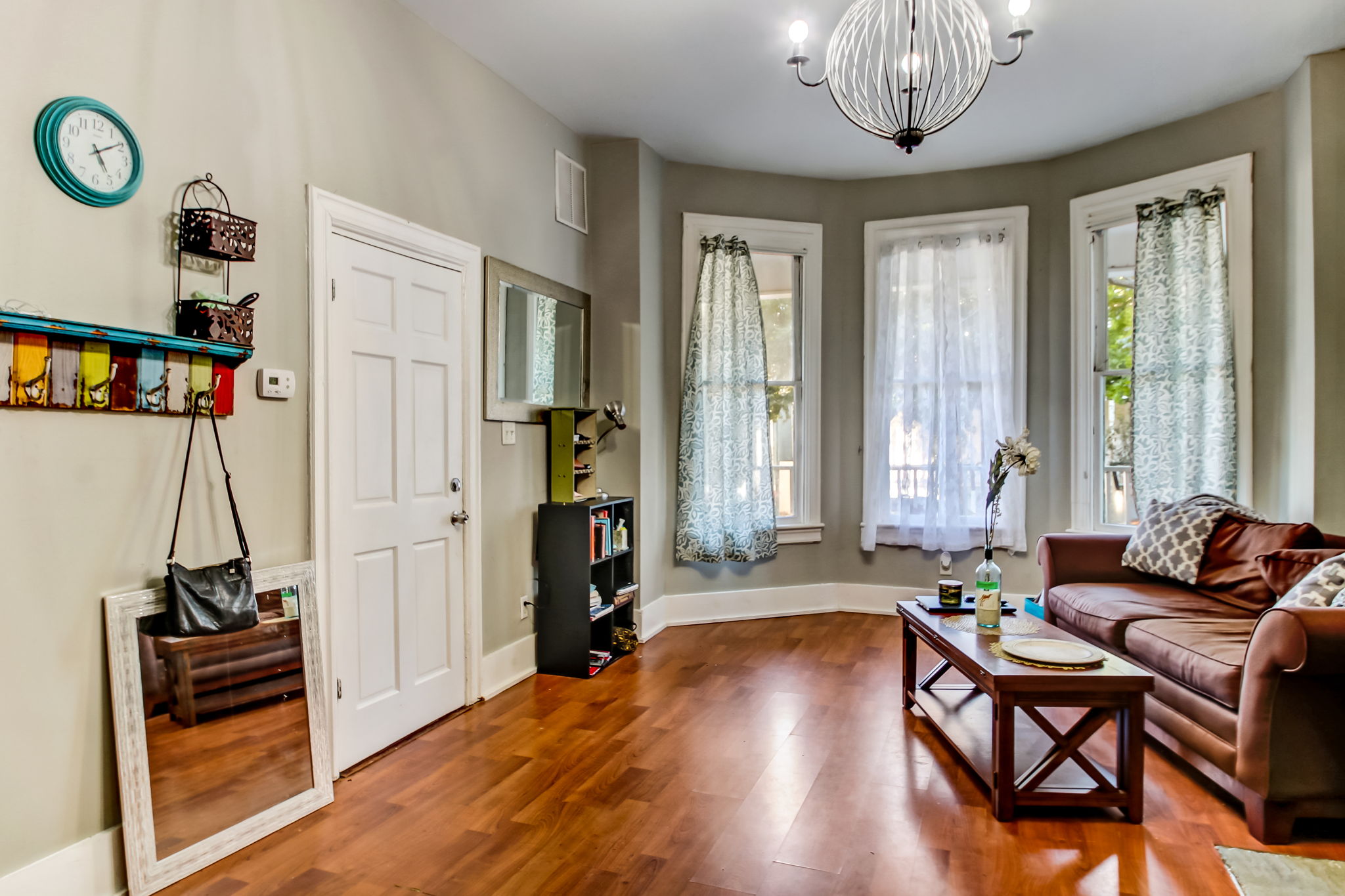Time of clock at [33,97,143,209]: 5:09
